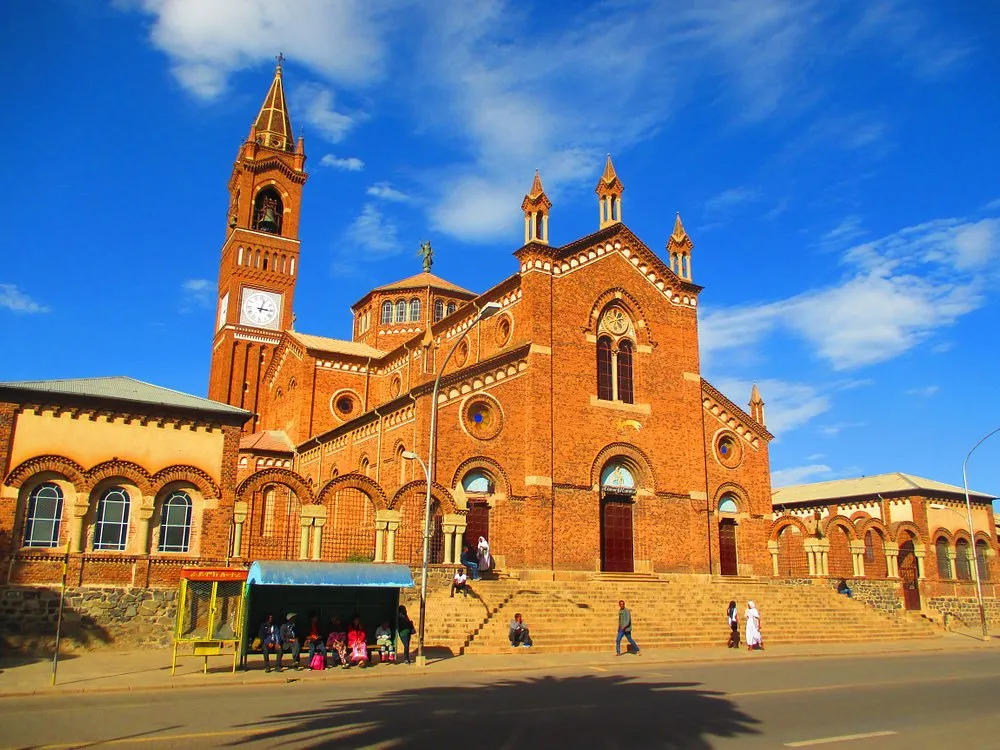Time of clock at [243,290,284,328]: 3:02
